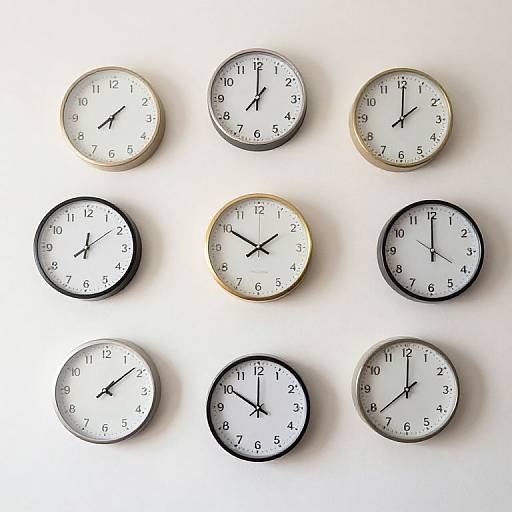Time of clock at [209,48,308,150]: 12:00
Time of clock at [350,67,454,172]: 2:00
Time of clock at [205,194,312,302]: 1:50
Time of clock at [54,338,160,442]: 1:08
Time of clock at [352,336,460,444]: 12:00
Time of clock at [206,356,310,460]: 10:00
